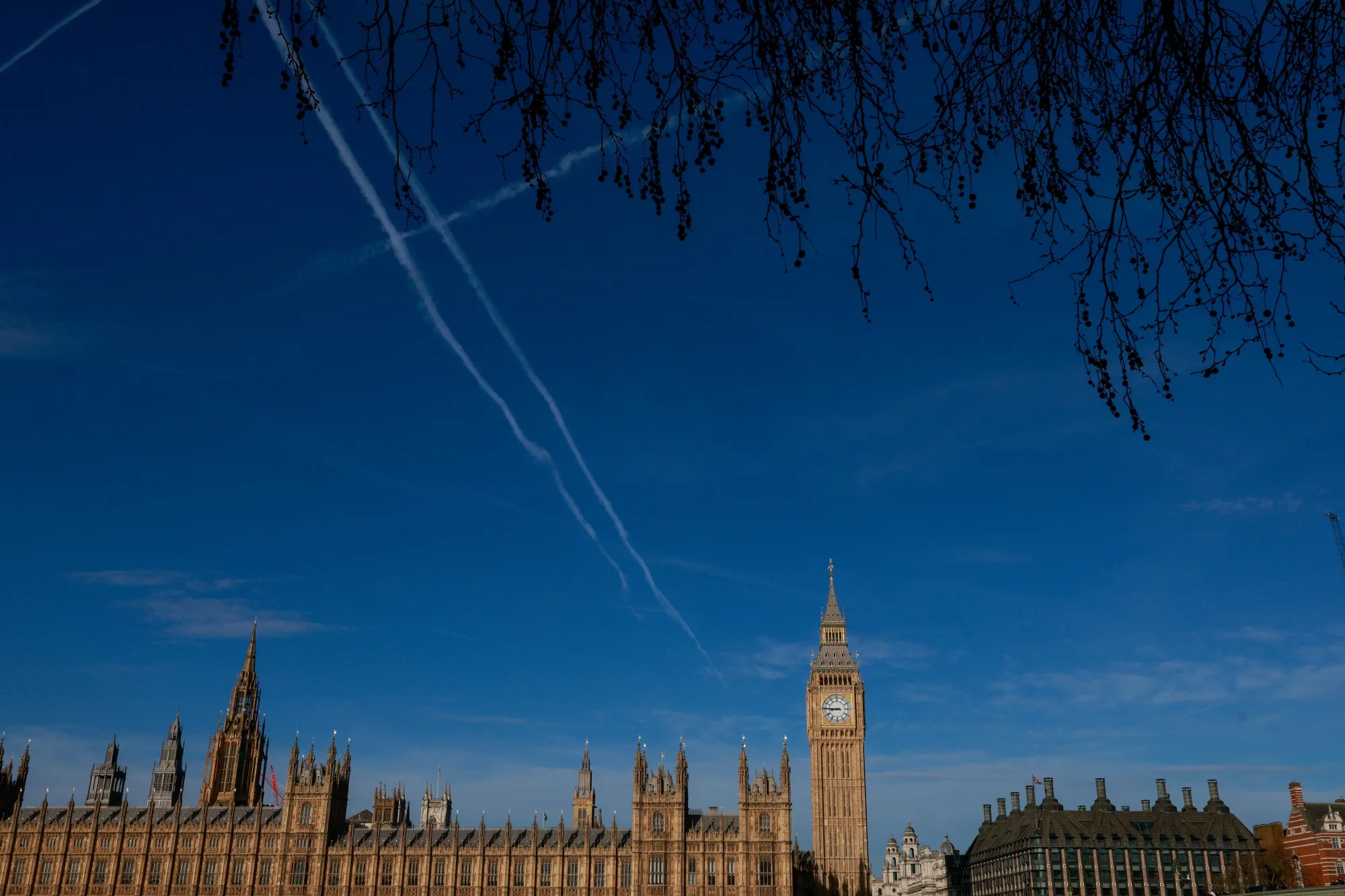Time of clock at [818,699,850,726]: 8:45
